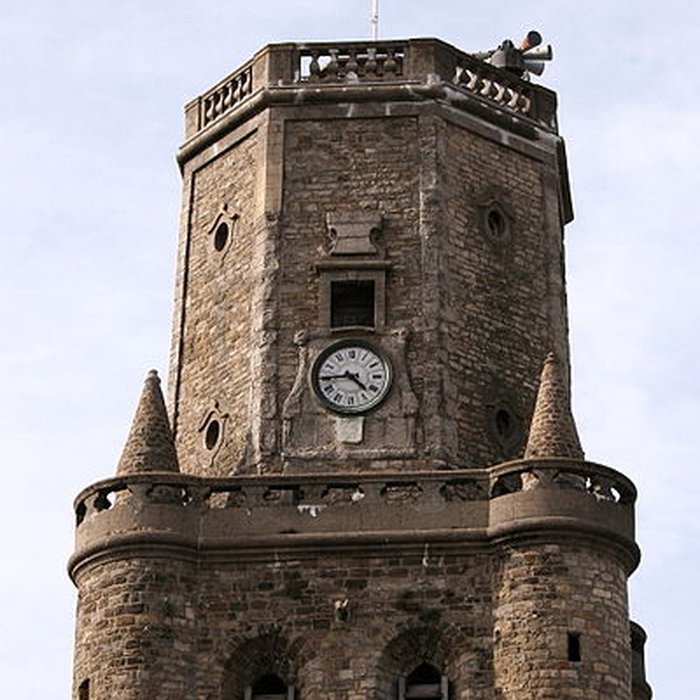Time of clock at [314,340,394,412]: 4:44
